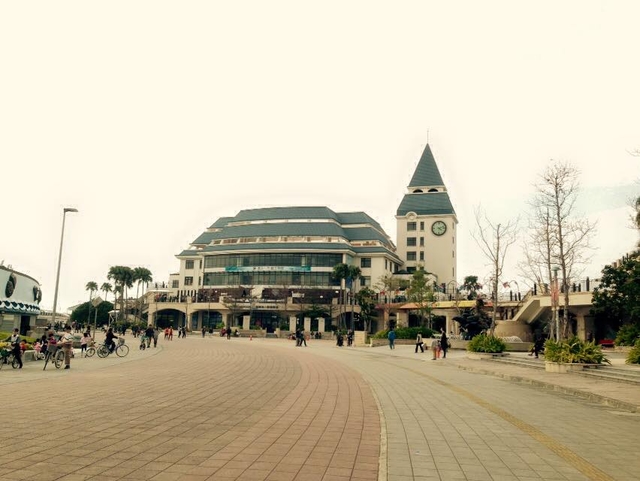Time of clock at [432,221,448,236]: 4:12
